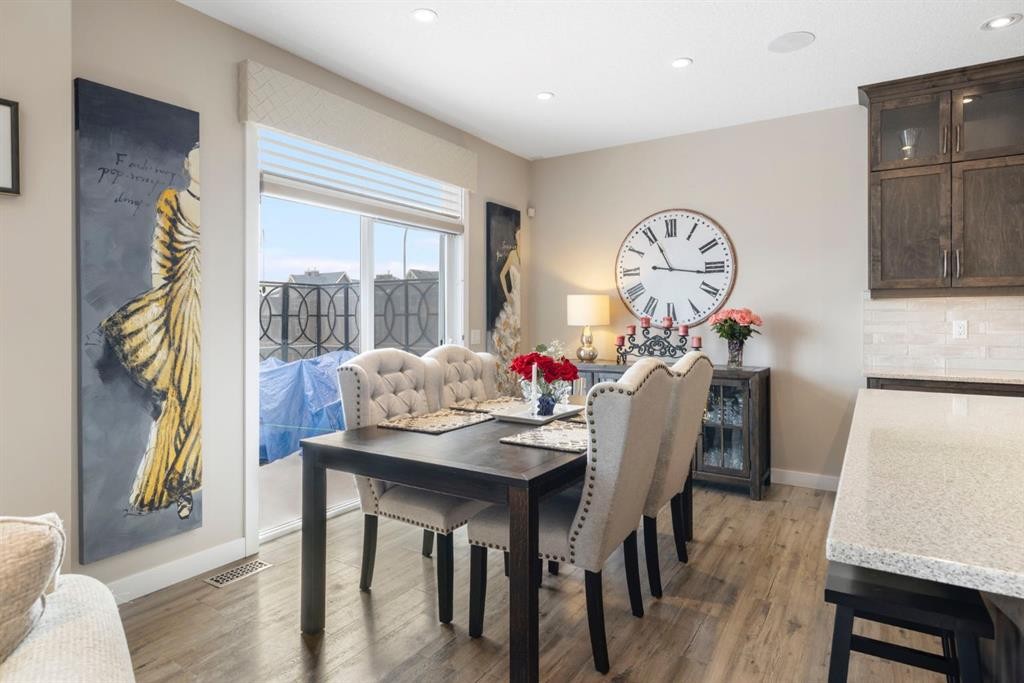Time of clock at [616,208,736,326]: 11:16
